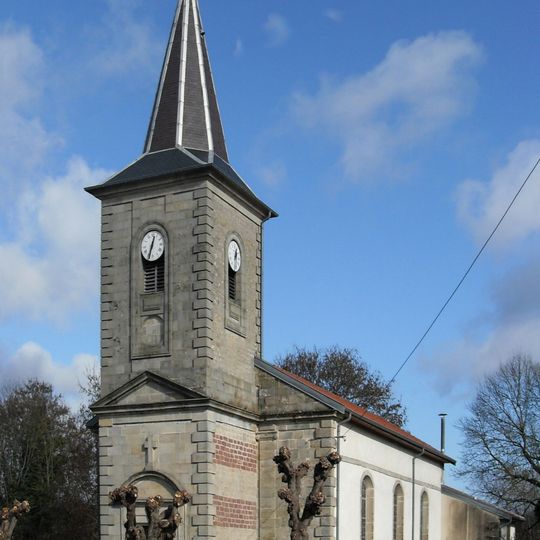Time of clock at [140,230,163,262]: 12:33
